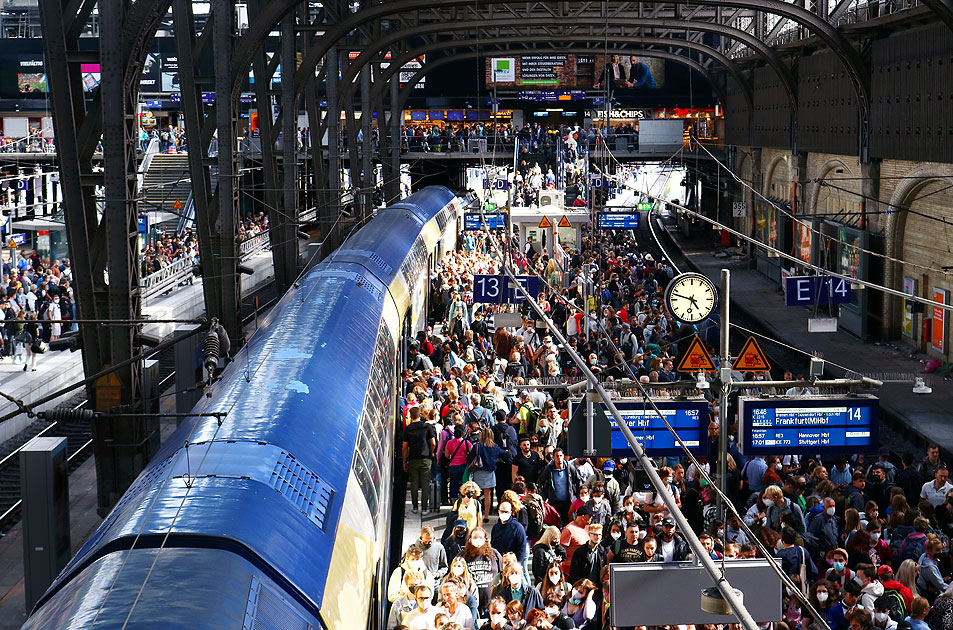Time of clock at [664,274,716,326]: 4:47
